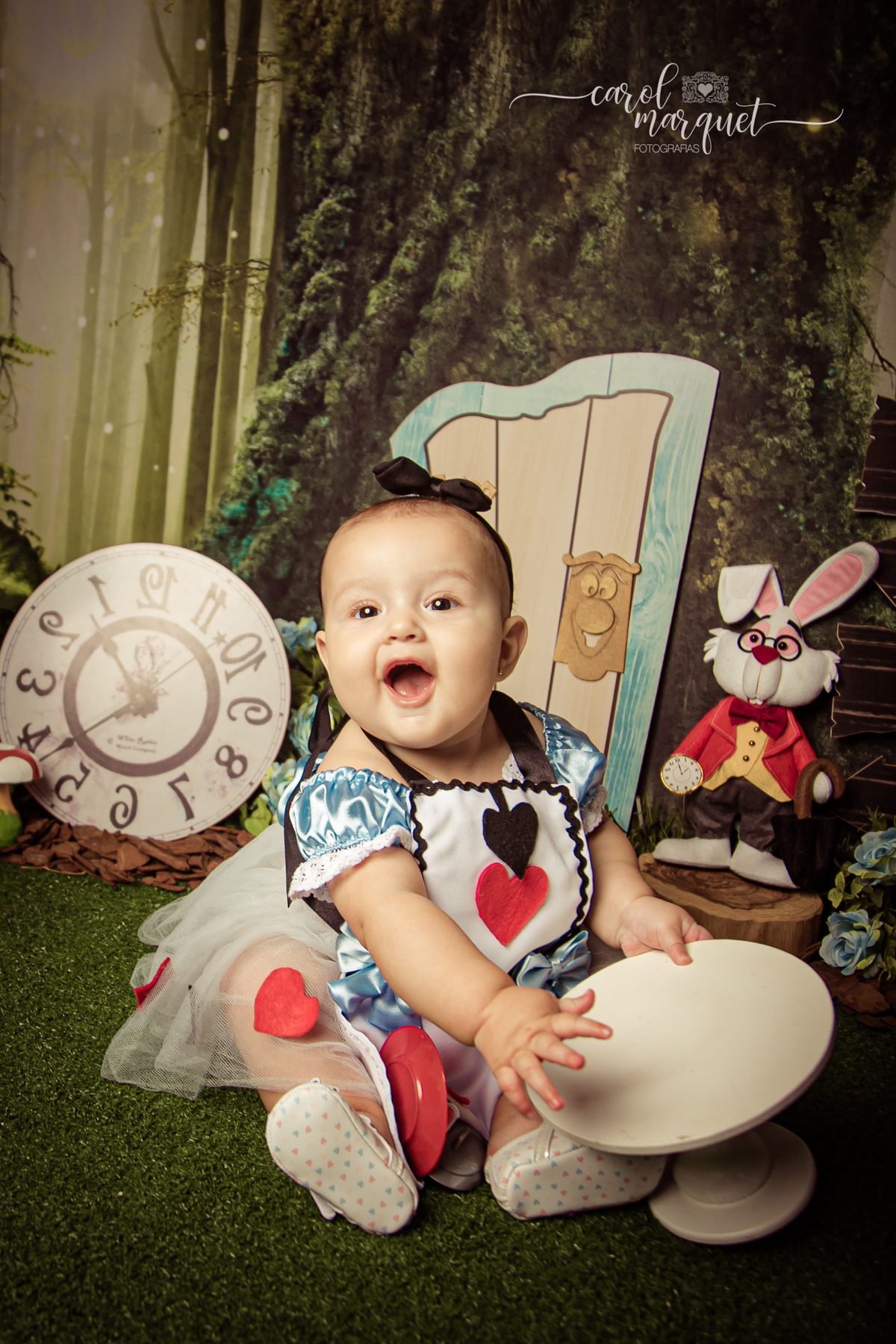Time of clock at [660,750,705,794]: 2:00
